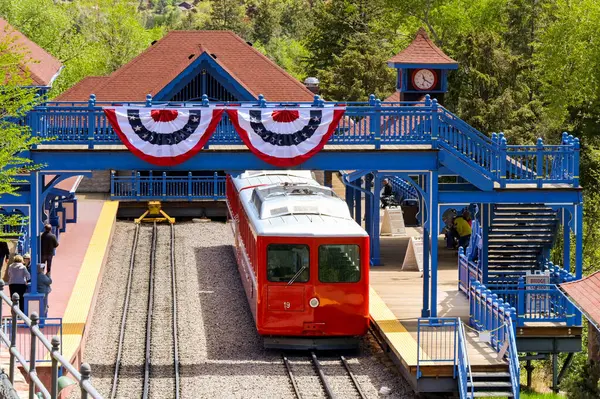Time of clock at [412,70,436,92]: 11:20
